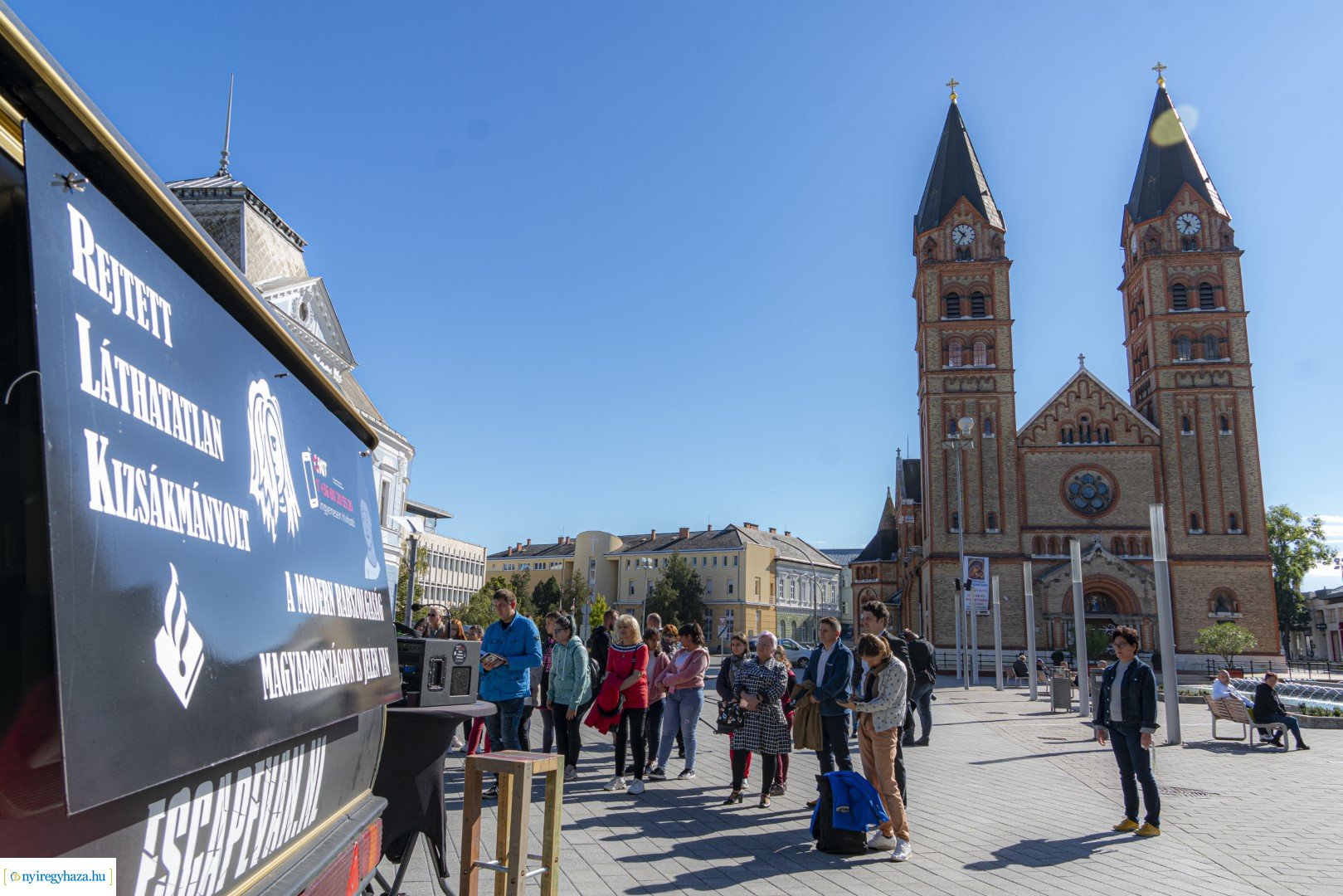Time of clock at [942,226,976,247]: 10:35
